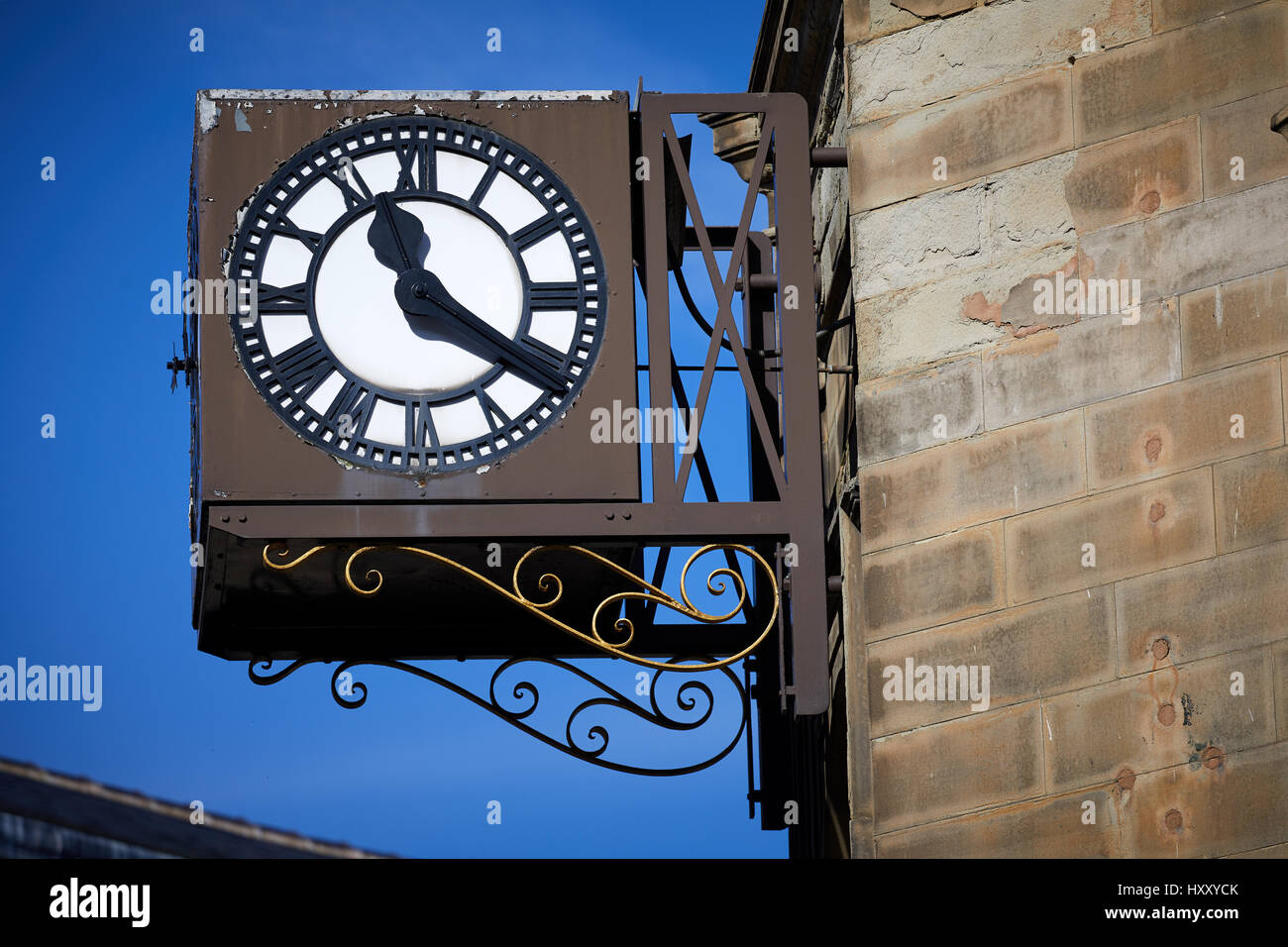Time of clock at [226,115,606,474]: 11:20
